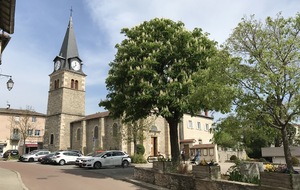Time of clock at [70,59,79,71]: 11:37
